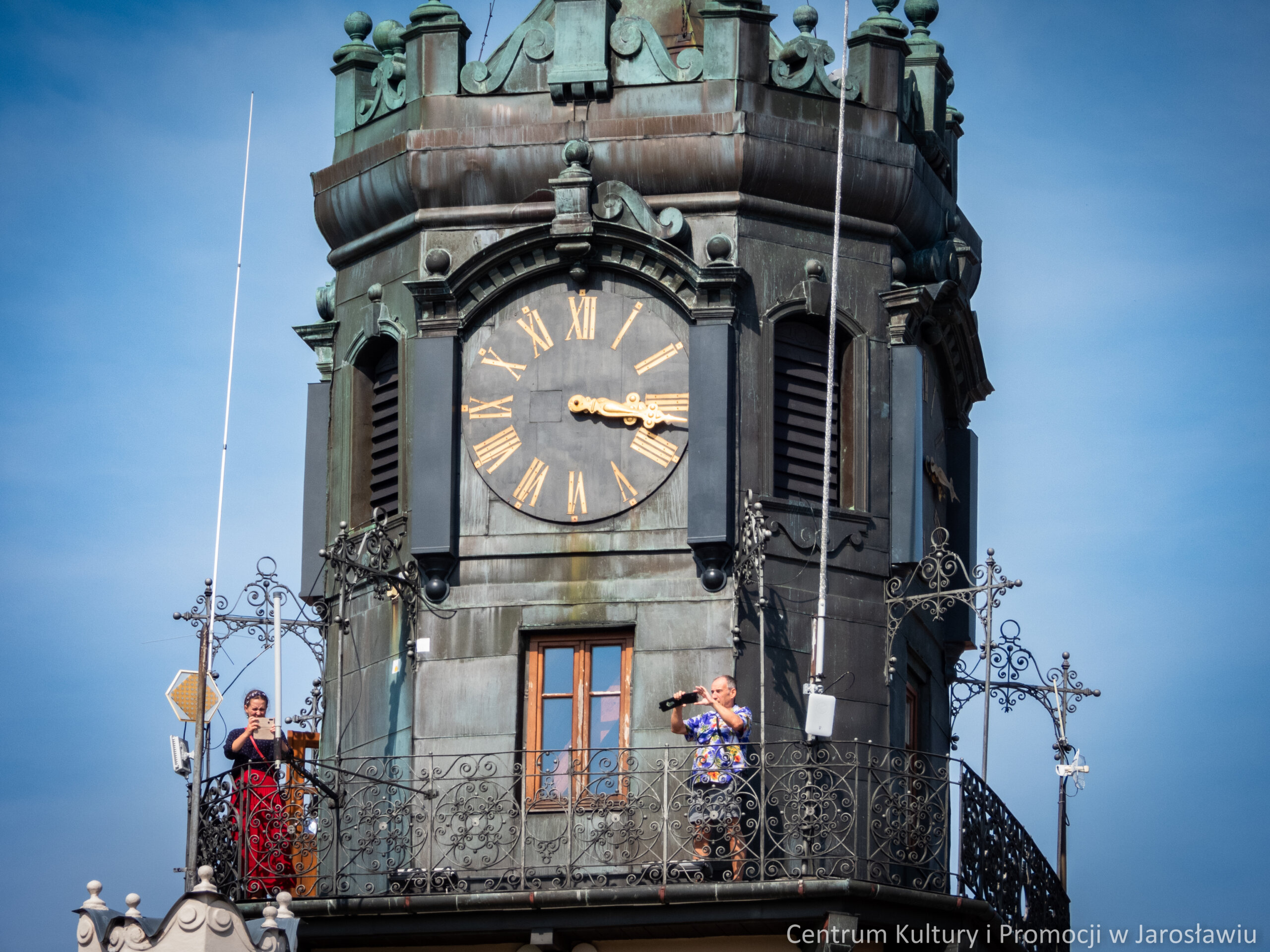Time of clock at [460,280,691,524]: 3:17
